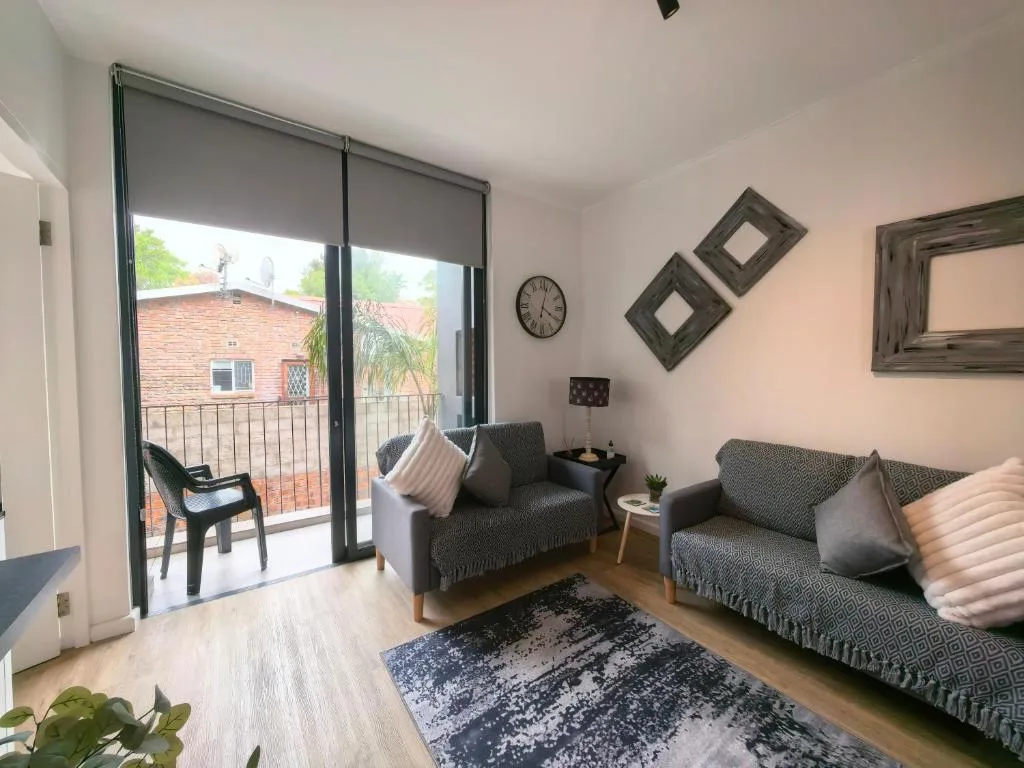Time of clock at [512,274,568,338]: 4:02
